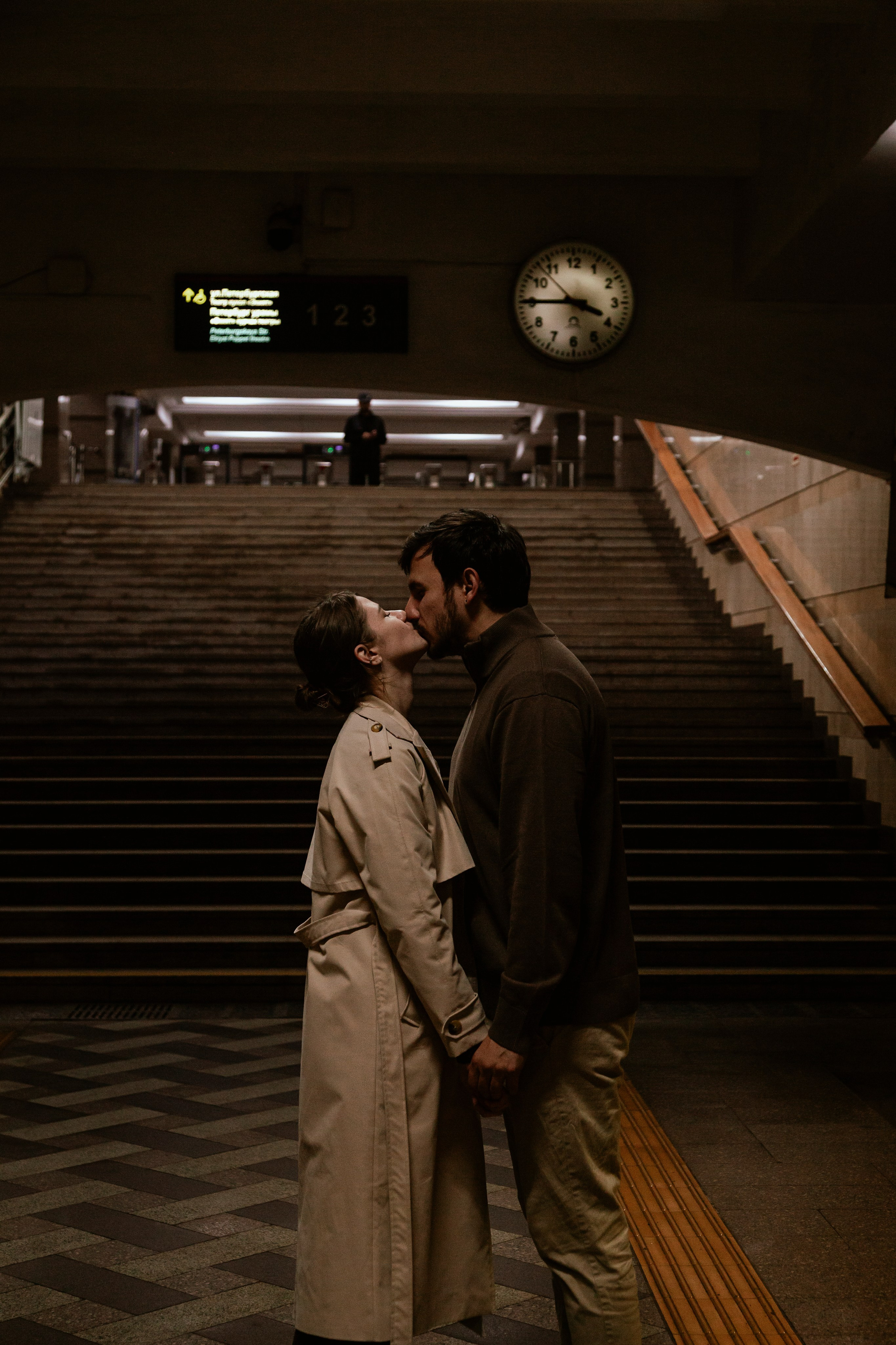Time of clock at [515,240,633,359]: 3:45
